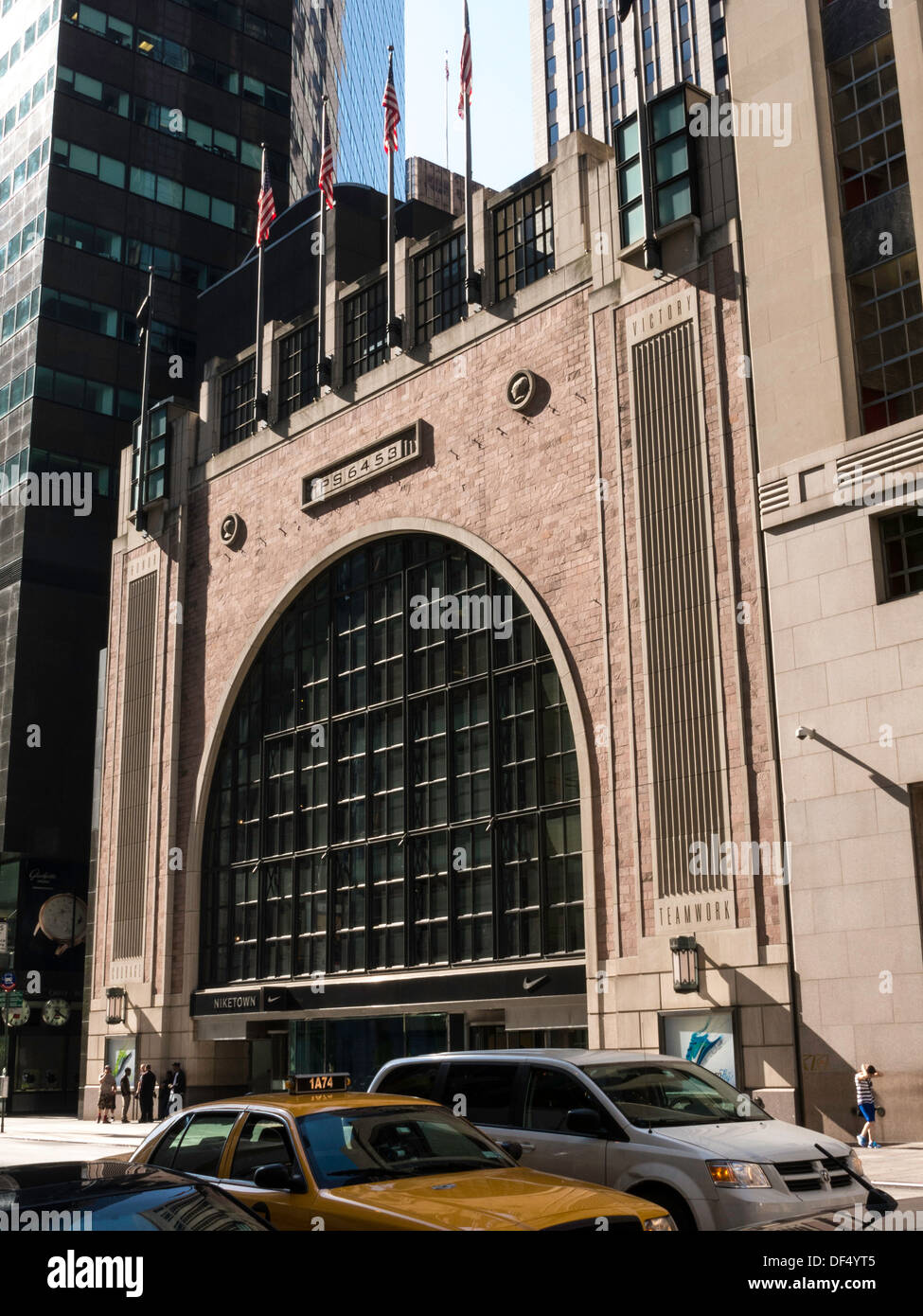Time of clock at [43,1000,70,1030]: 4:35
